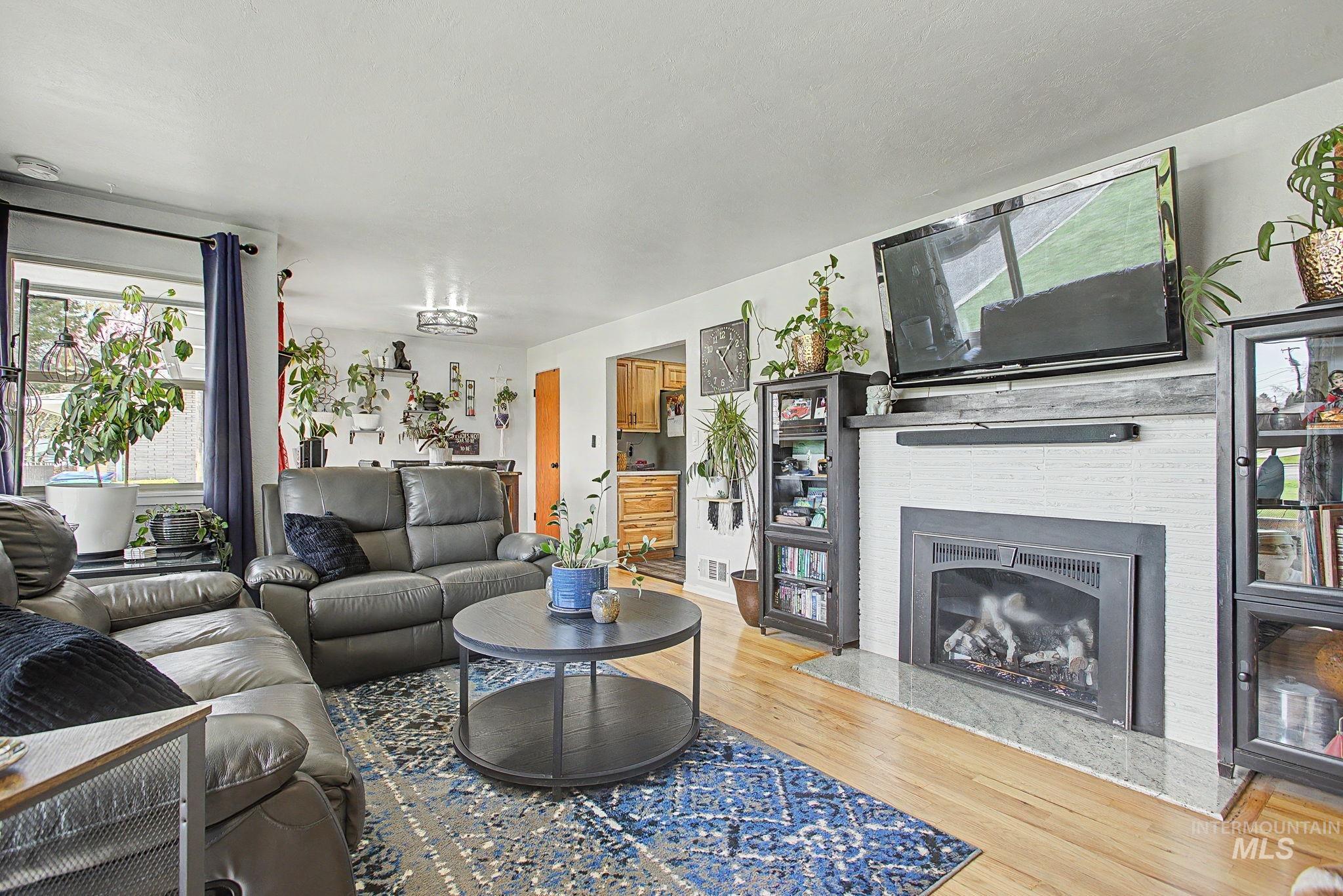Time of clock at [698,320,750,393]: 1:23
